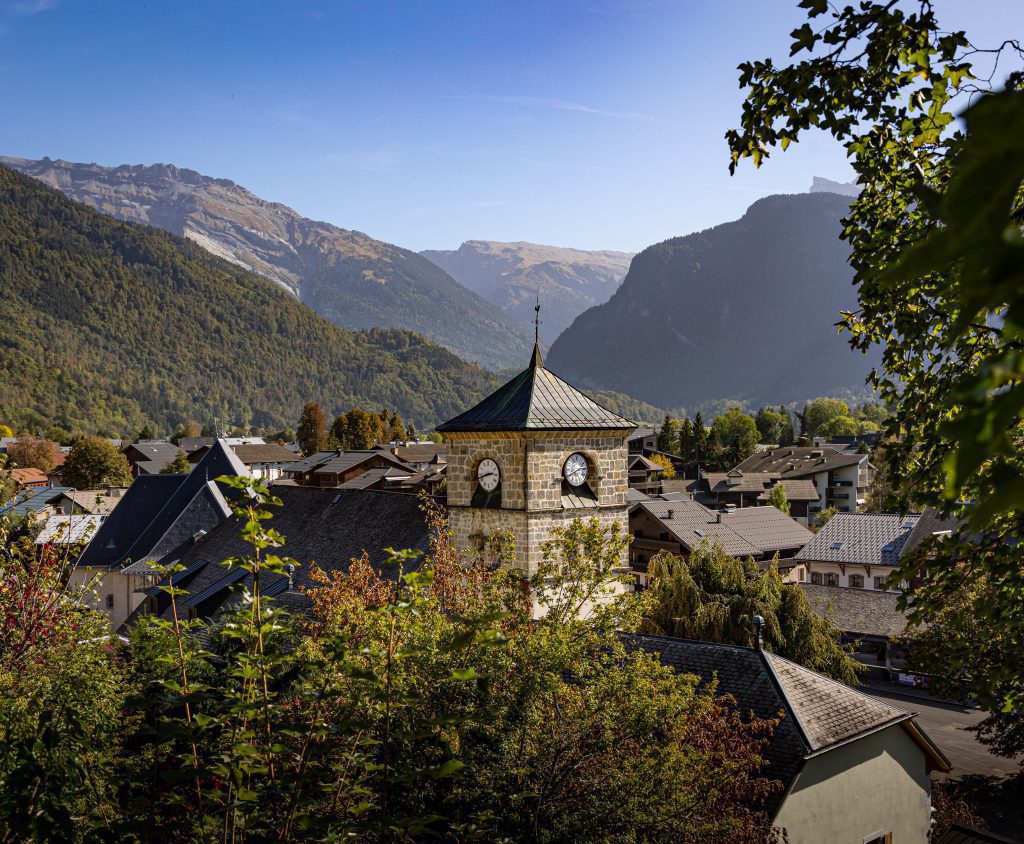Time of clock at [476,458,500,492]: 2:42
